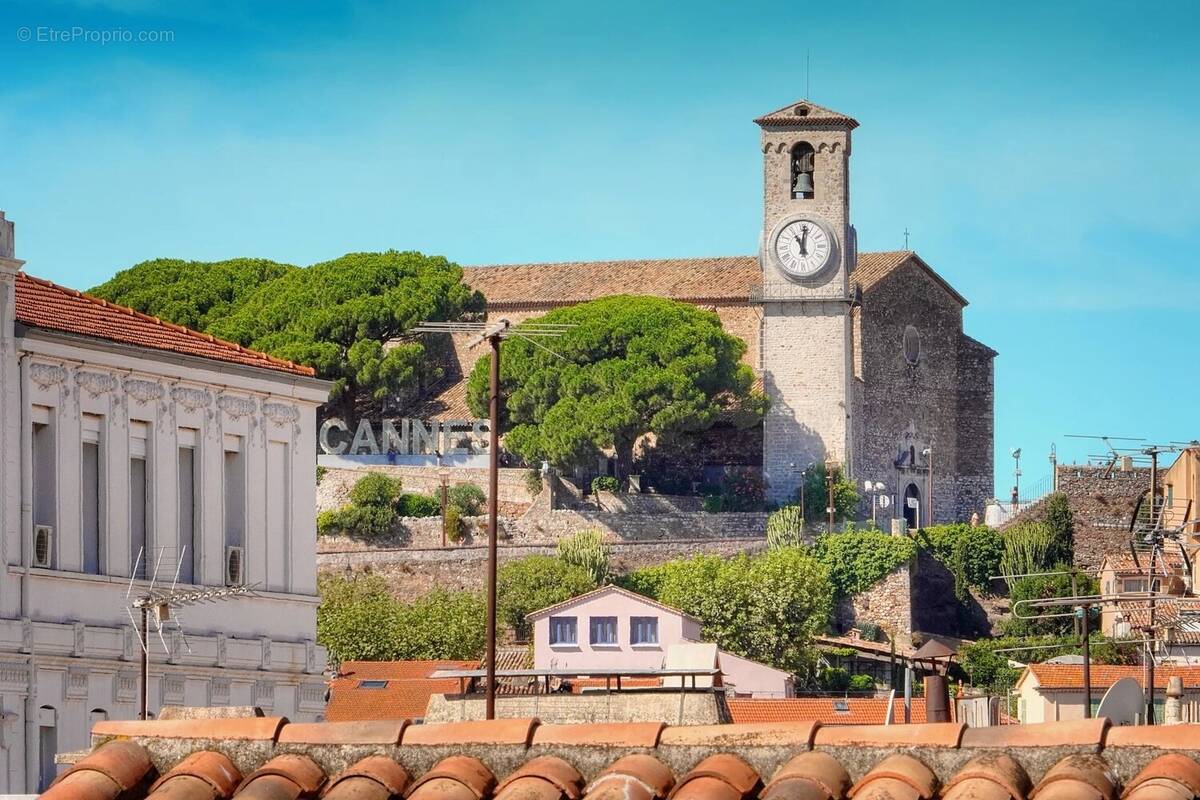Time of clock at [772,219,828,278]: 11:01
